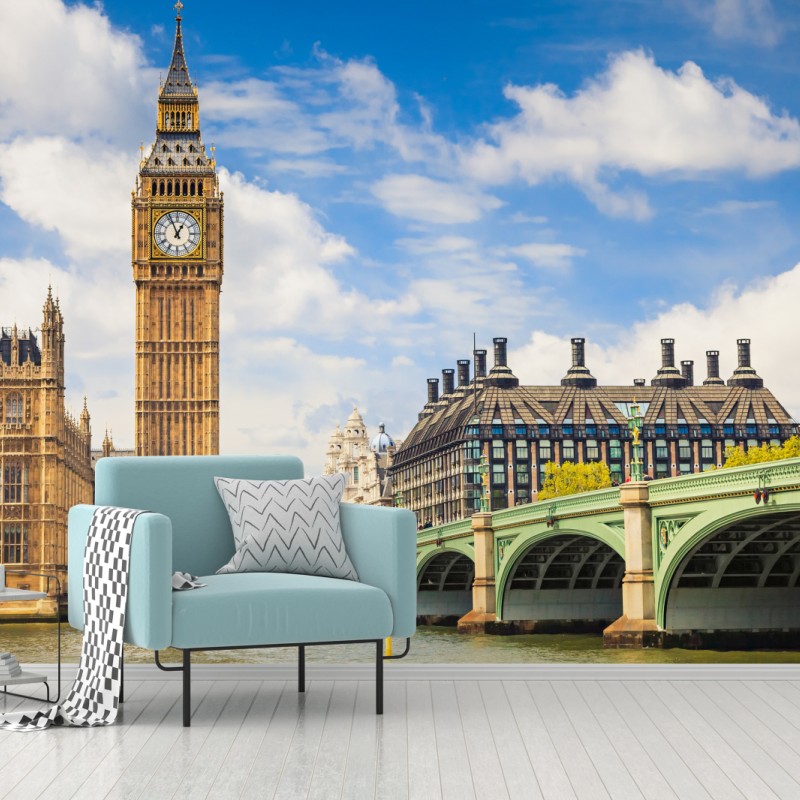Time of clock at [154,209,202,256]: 12:56
